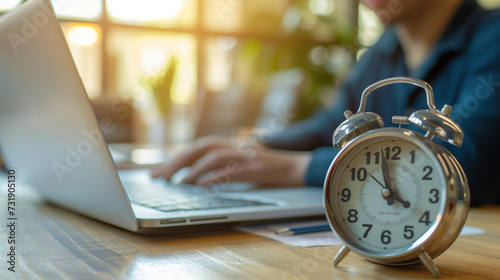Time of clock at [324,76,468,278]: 3:58
